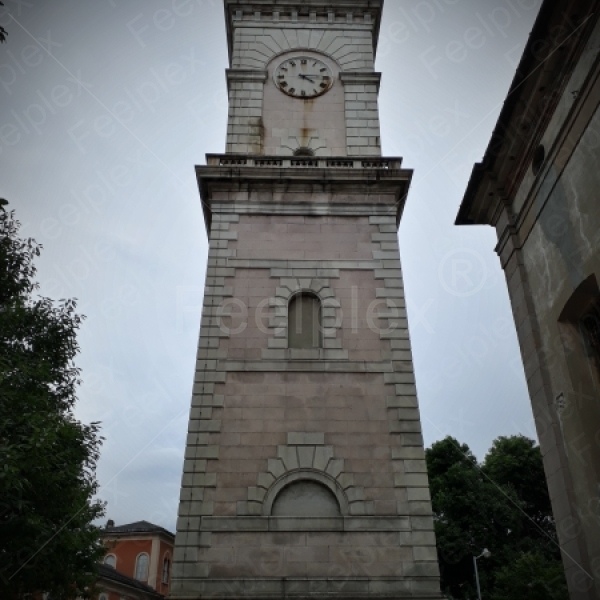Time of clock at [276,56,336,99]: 4:14
